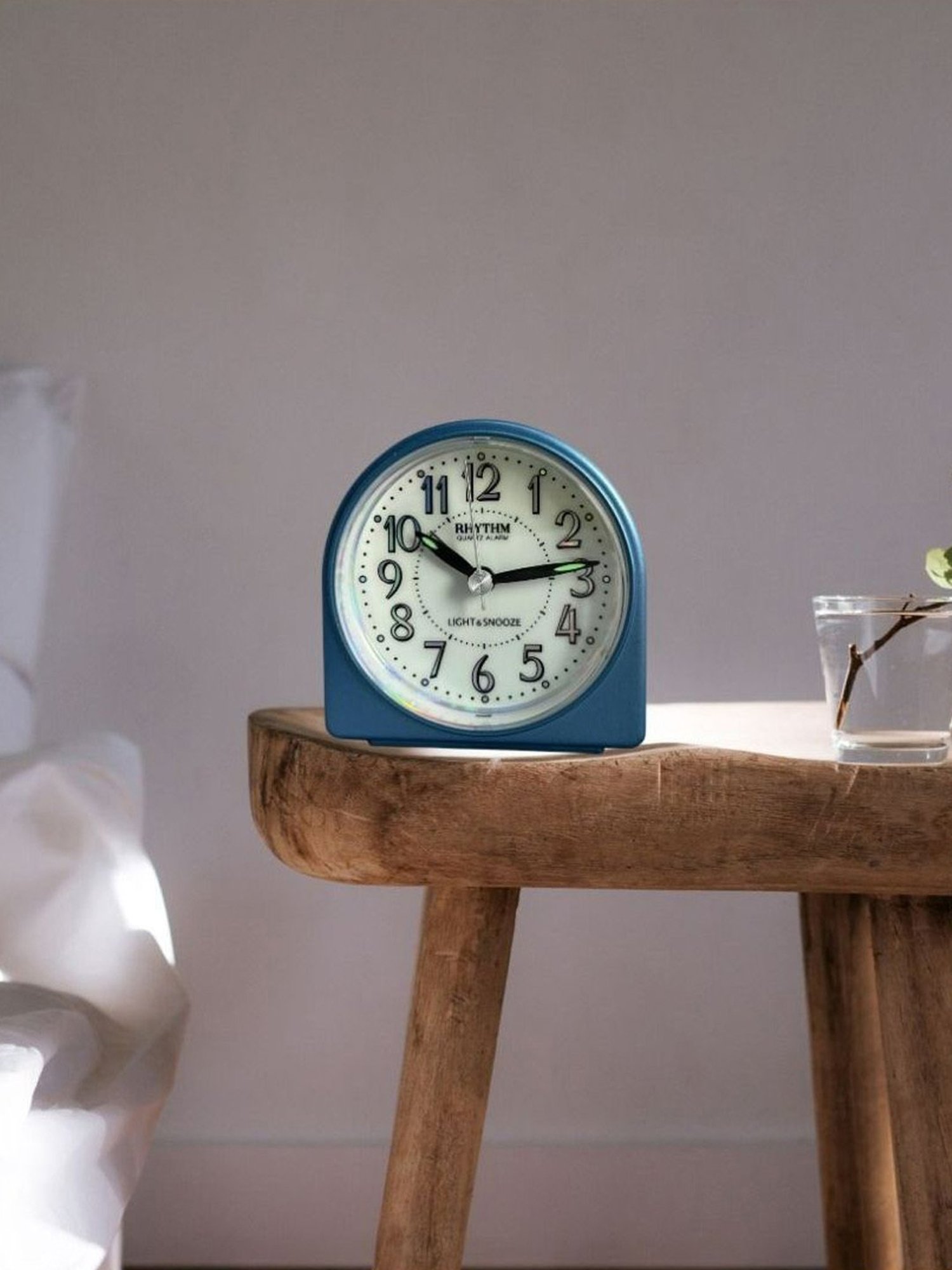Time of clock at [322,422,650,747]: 10:13
